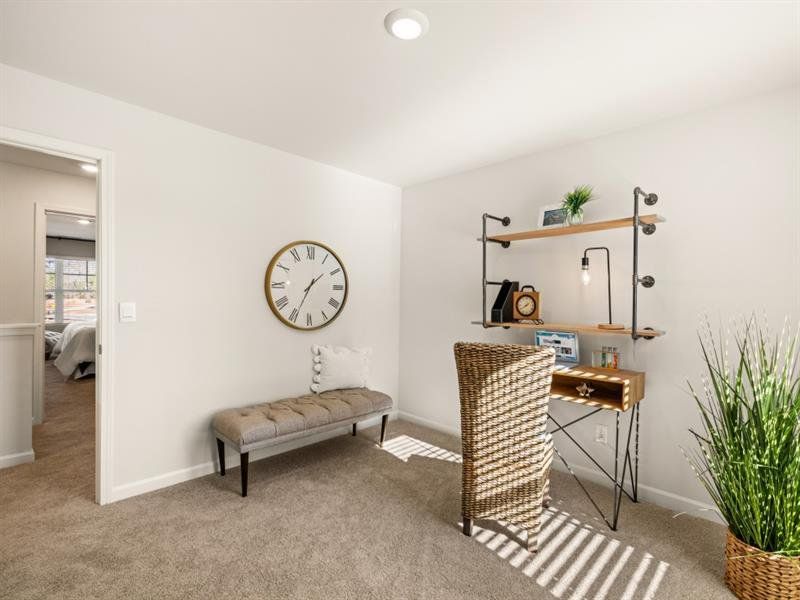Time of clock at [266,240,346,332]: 1:34
